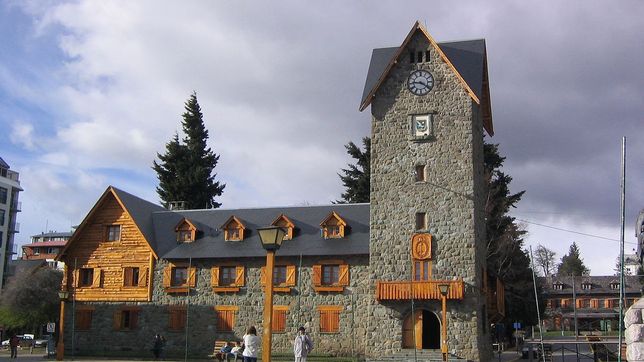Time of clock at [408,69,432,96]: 9:20
